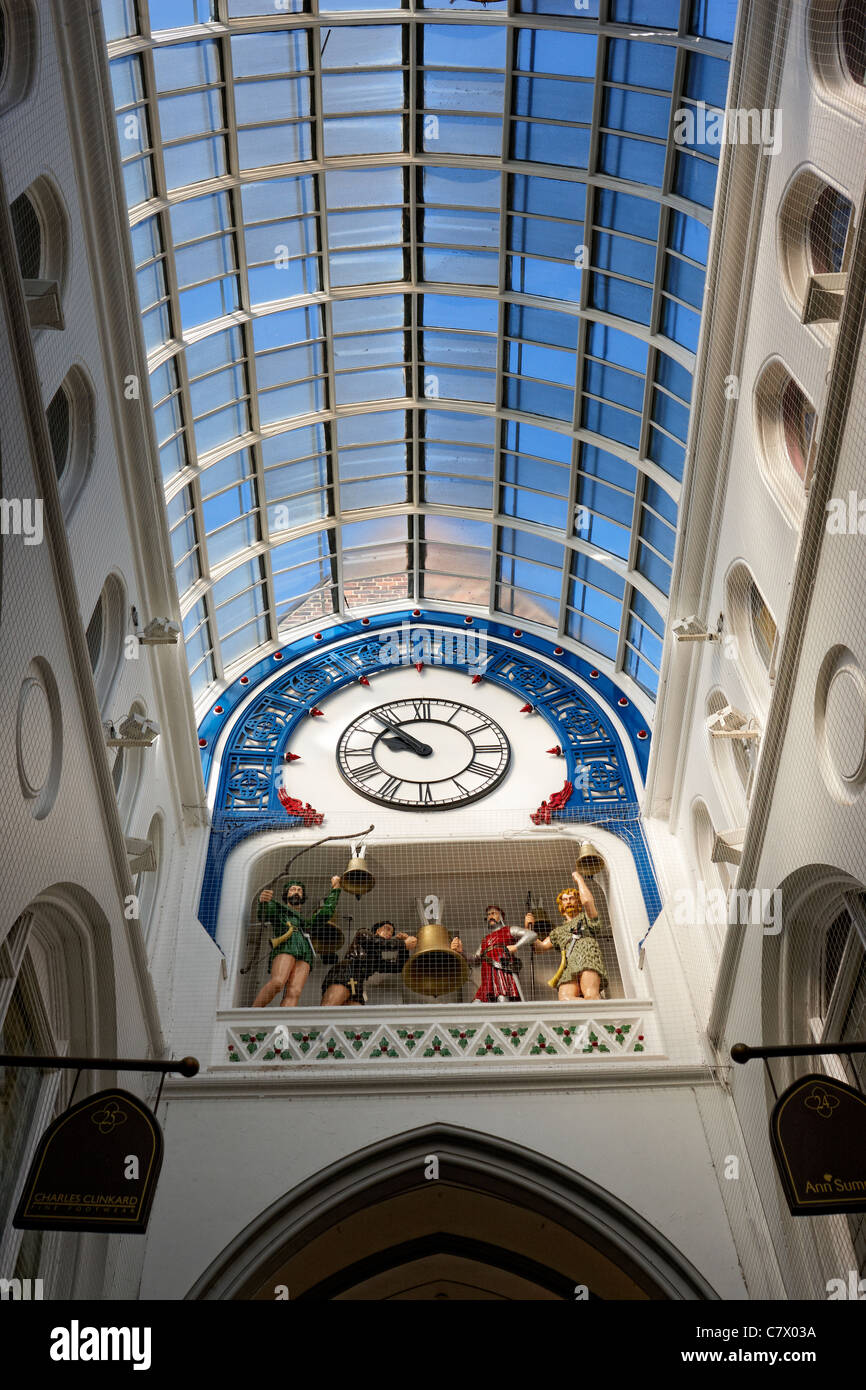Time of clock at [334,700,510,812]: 9:53
